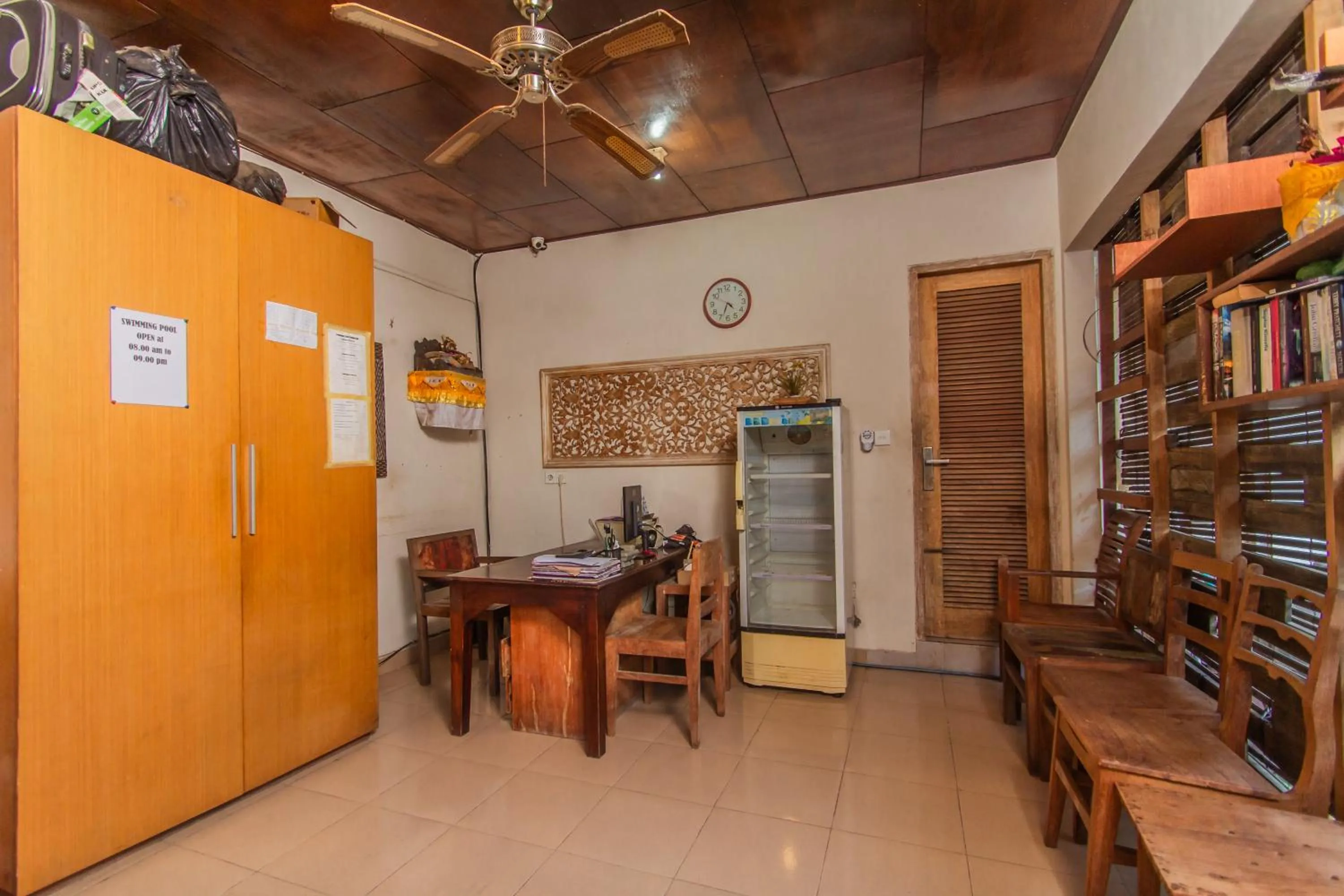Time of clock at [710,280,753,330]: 4:33
